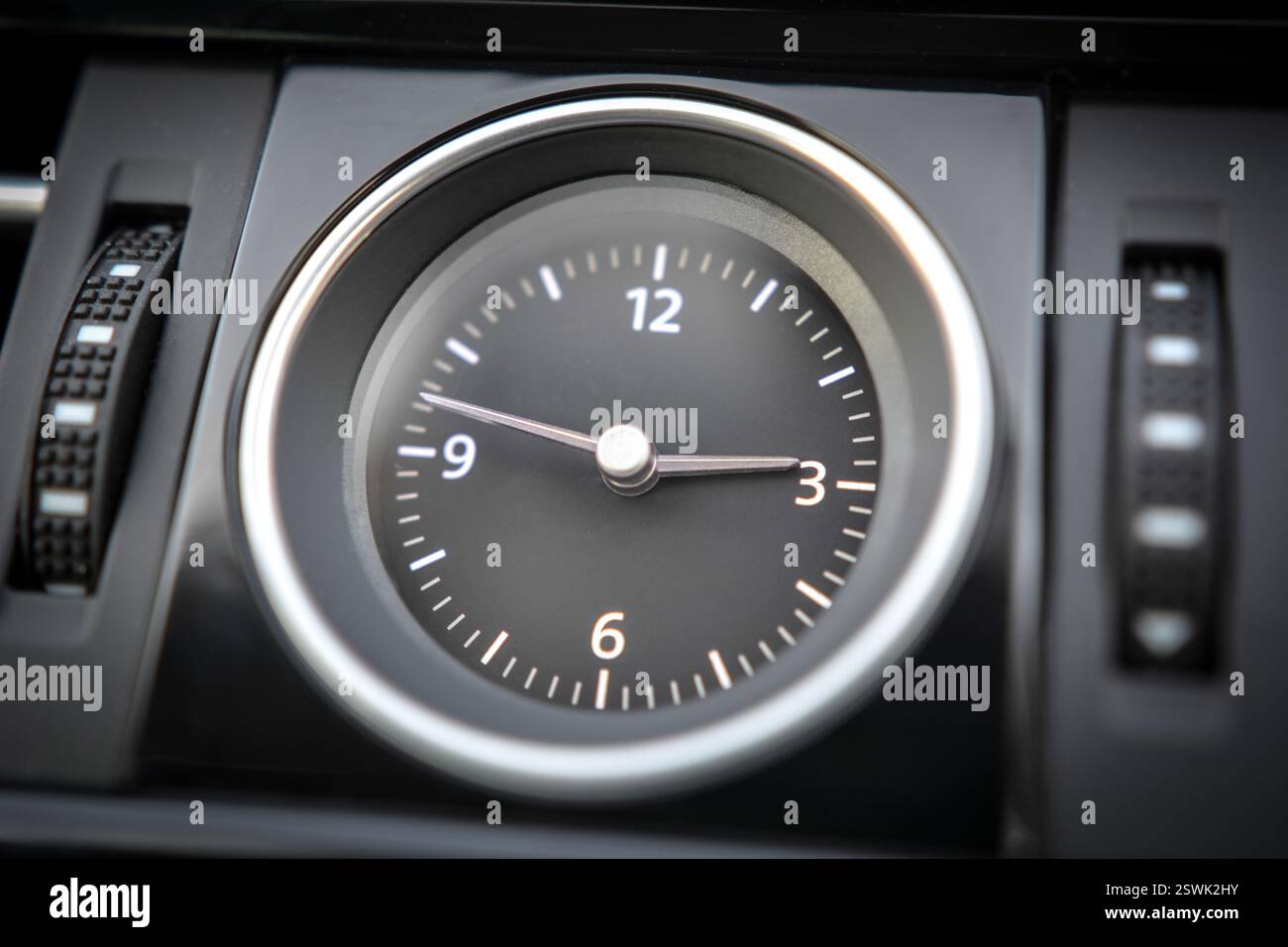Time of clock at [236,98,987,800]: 2:47
